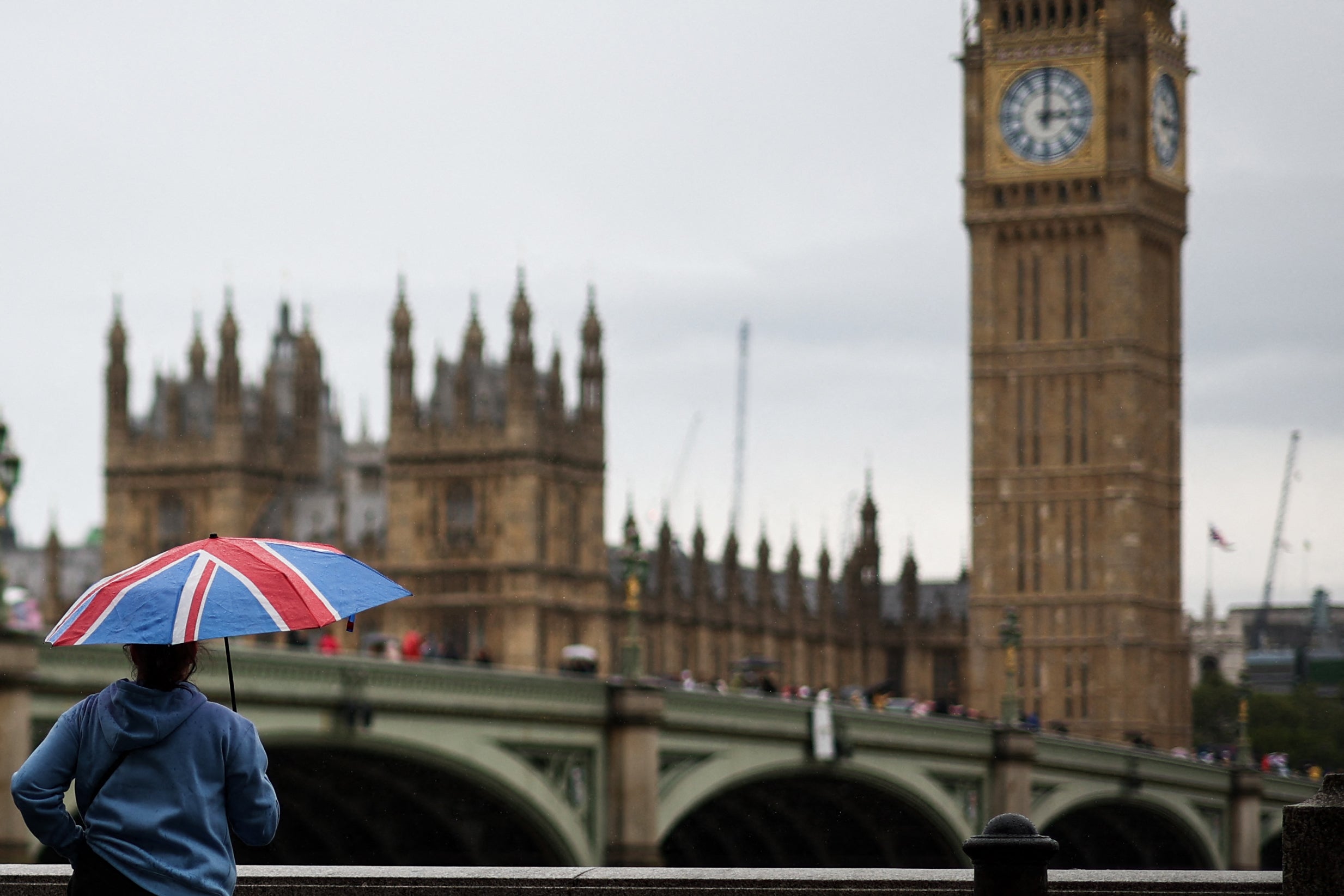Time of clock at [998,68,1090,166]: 3:00
